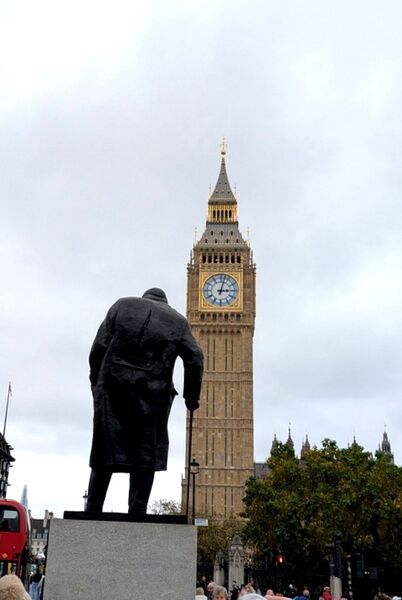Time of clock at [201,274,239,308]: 3:02
